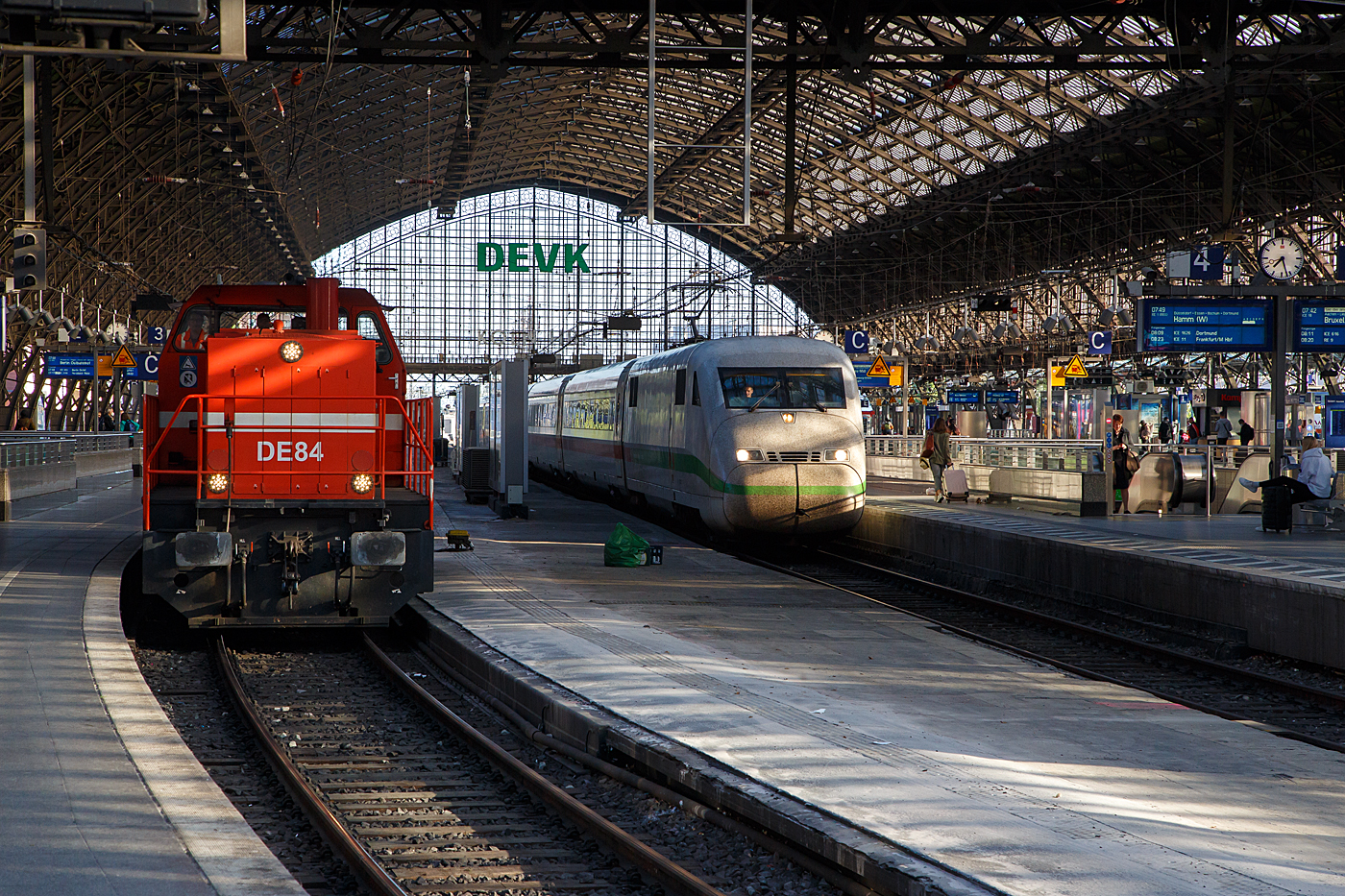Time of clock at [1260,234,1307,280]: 7:27
